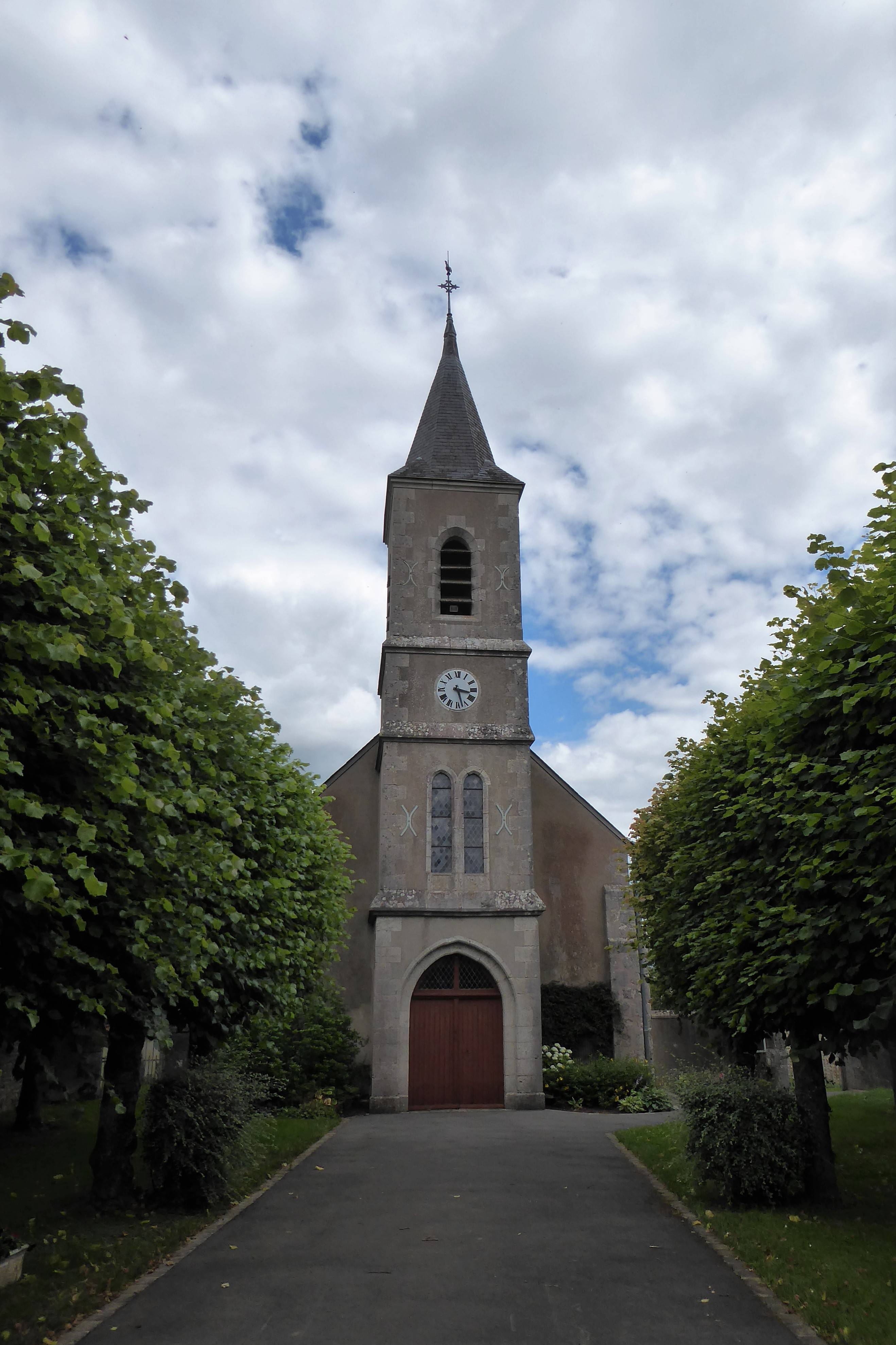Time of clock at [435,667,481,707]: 3:27
